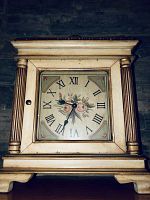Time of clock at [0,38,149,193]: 9:34
